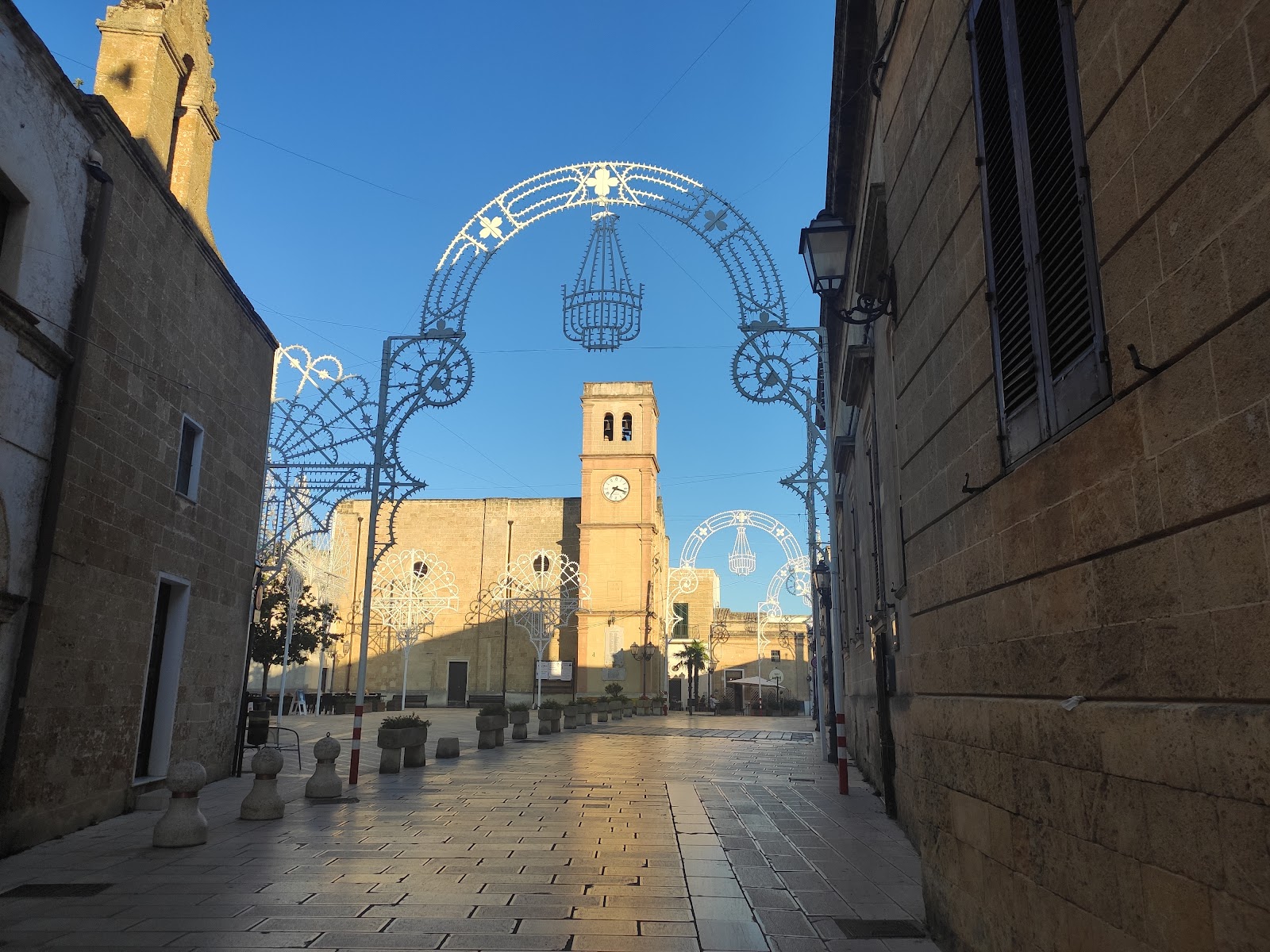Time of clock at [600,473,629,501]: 7:18
